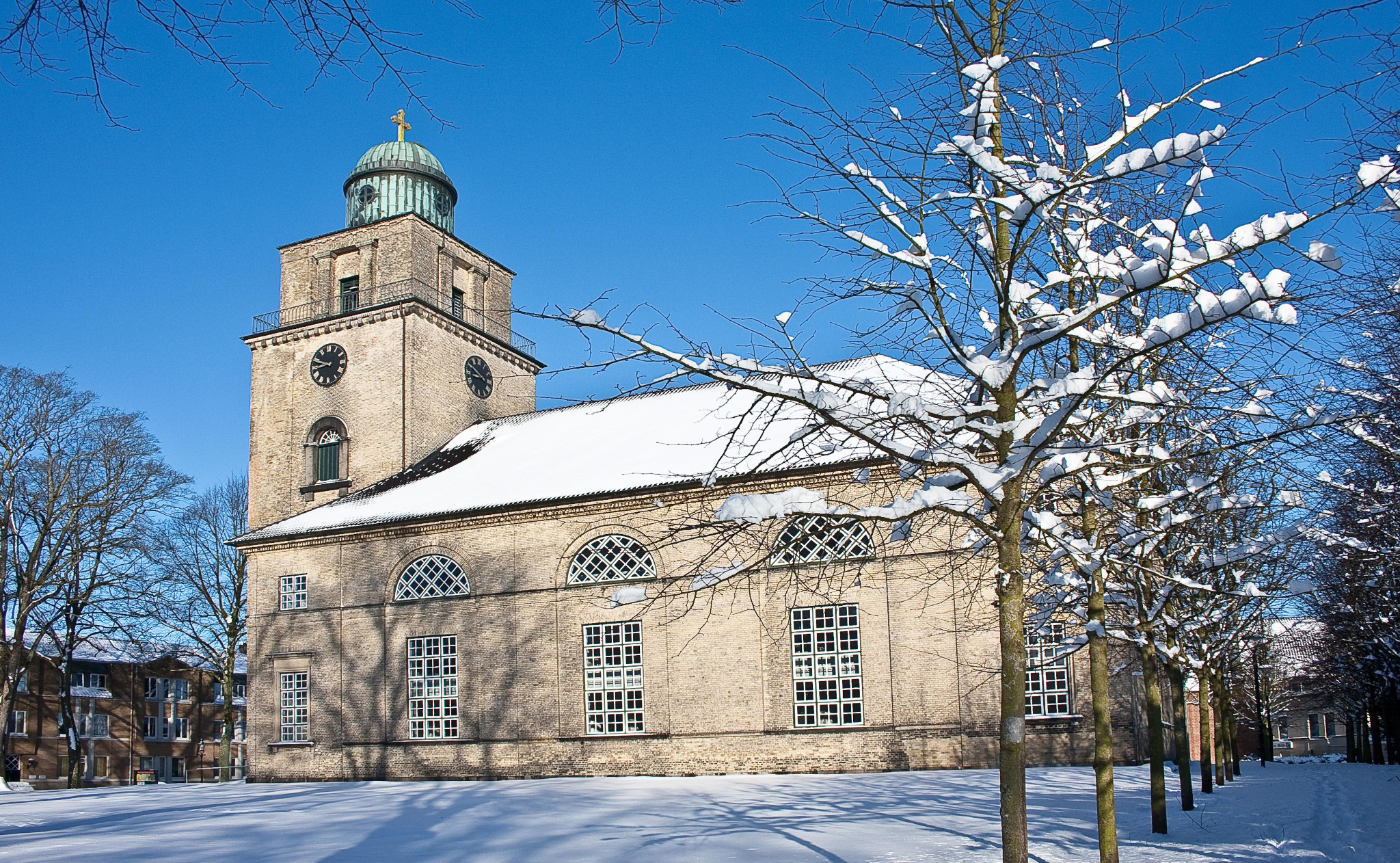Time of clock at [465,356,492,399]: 8:50
